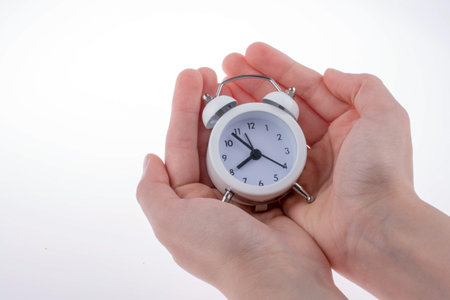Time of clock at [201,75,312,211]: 7:53
